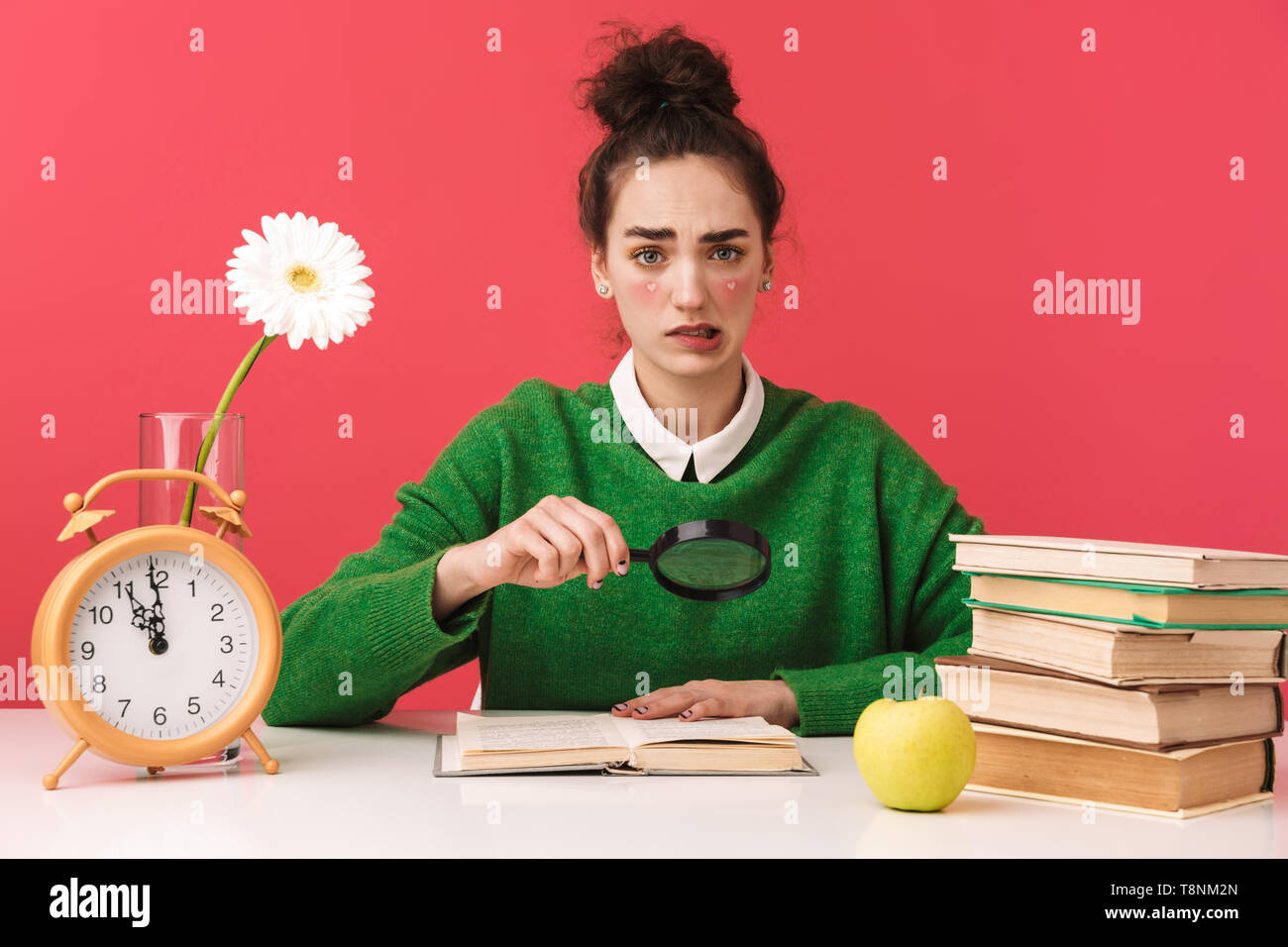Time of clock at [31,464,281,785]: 10:59
